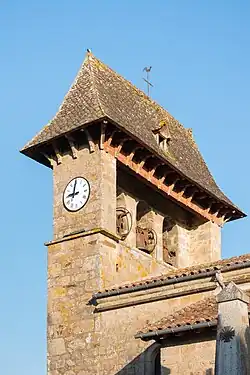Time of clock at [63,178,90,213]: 8:59
